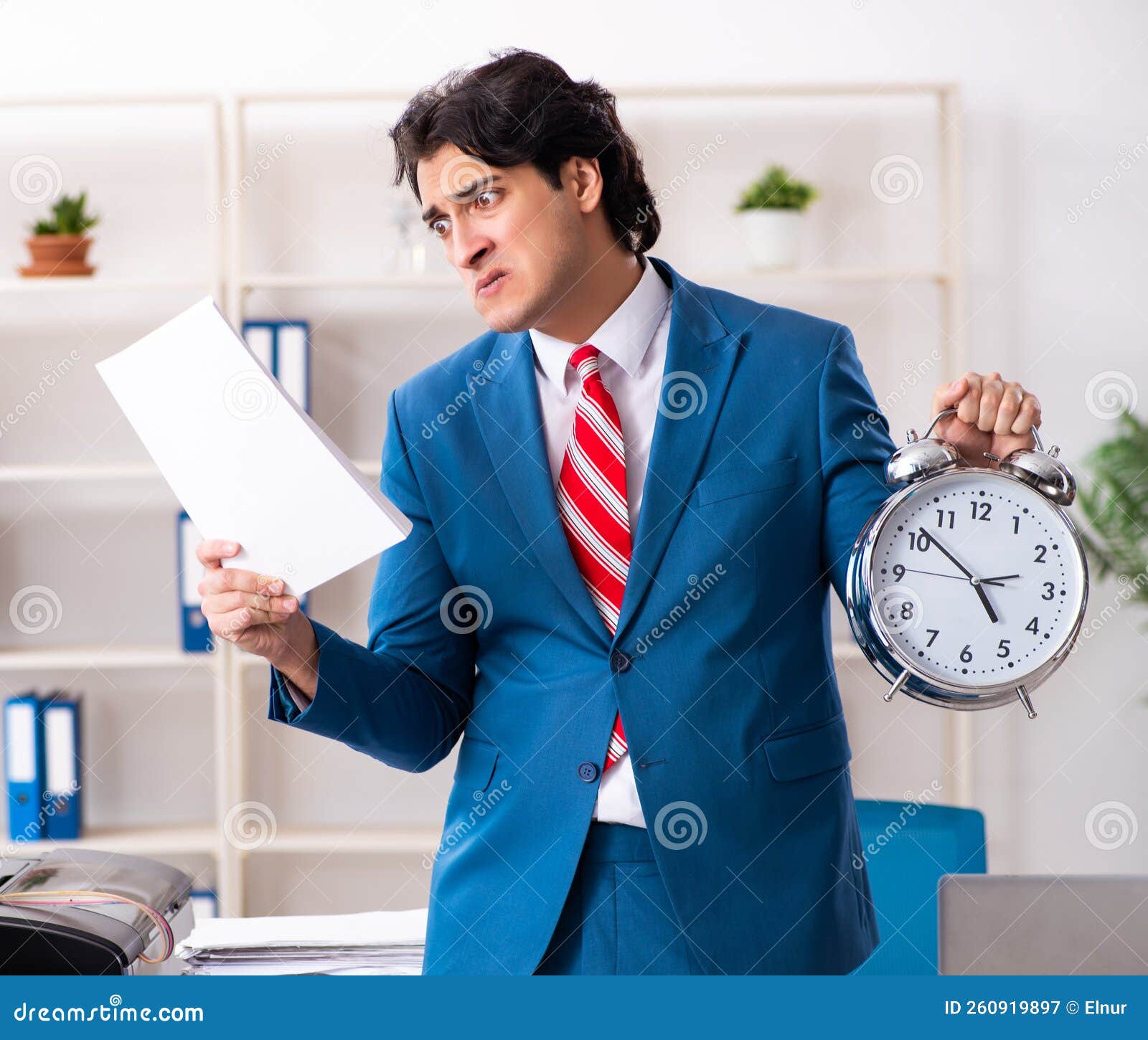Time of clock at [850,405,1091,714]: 4:51
